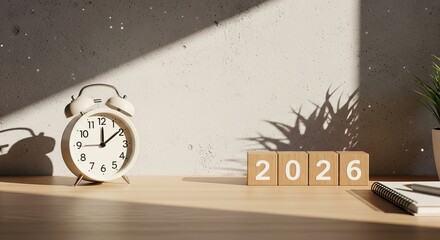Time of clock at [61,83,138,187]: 12:08
